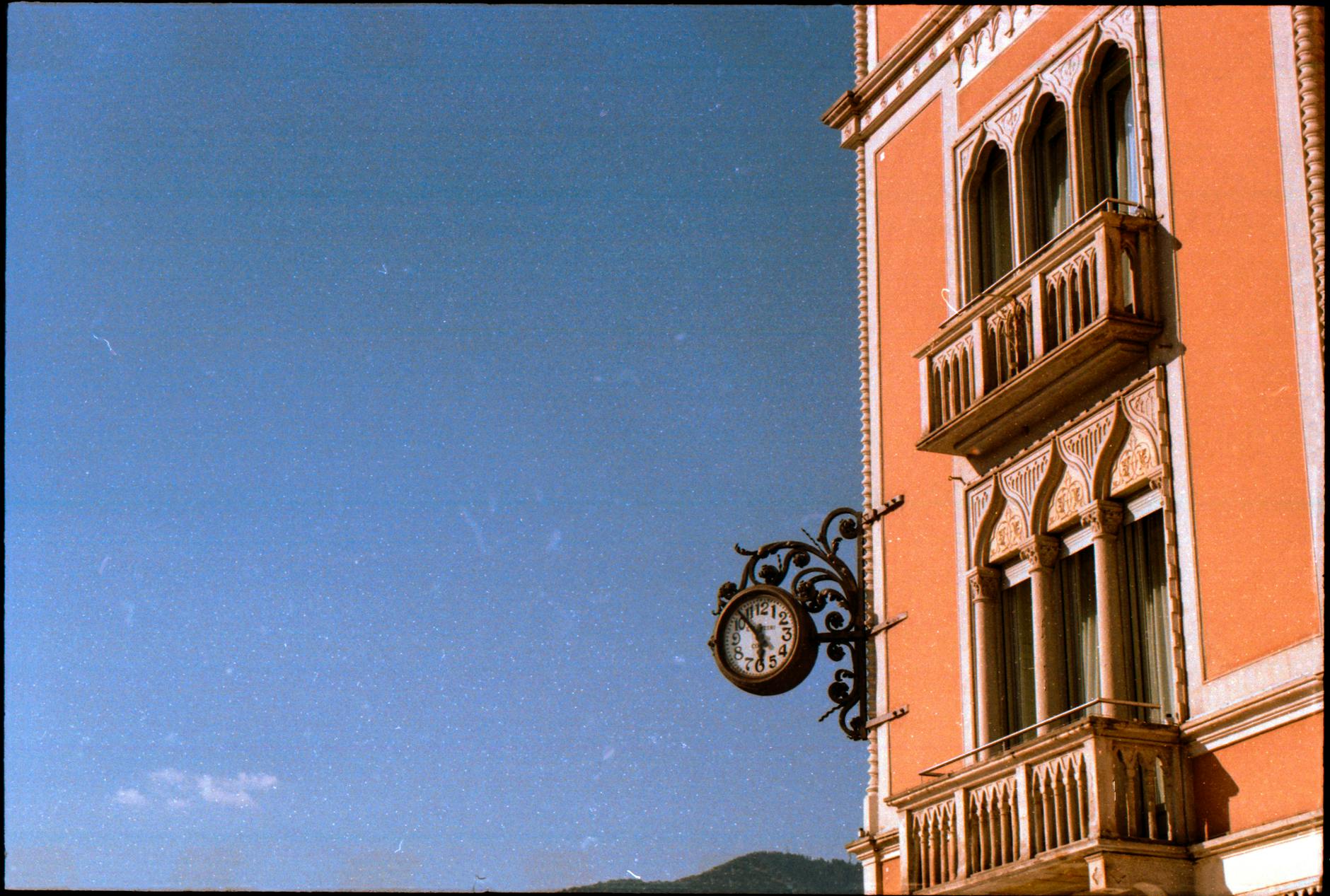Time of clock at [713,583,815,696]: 5:52
